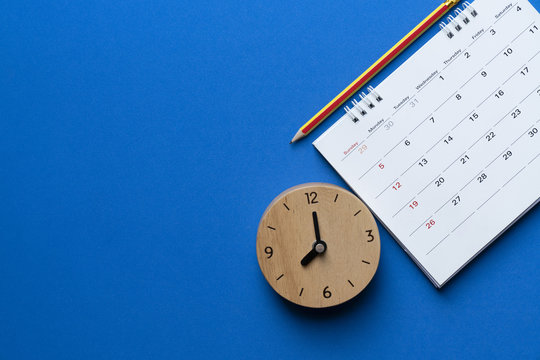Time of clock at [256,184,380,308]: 8:00
